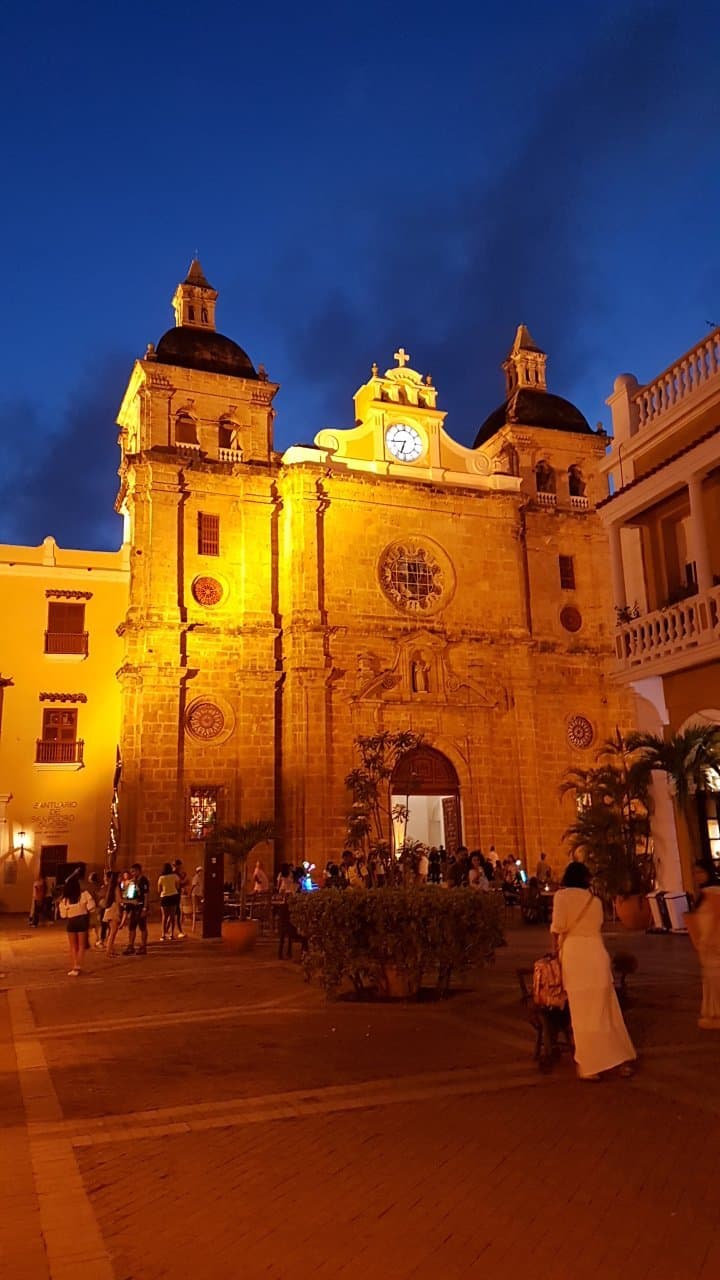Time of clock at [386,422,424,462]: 6:44
